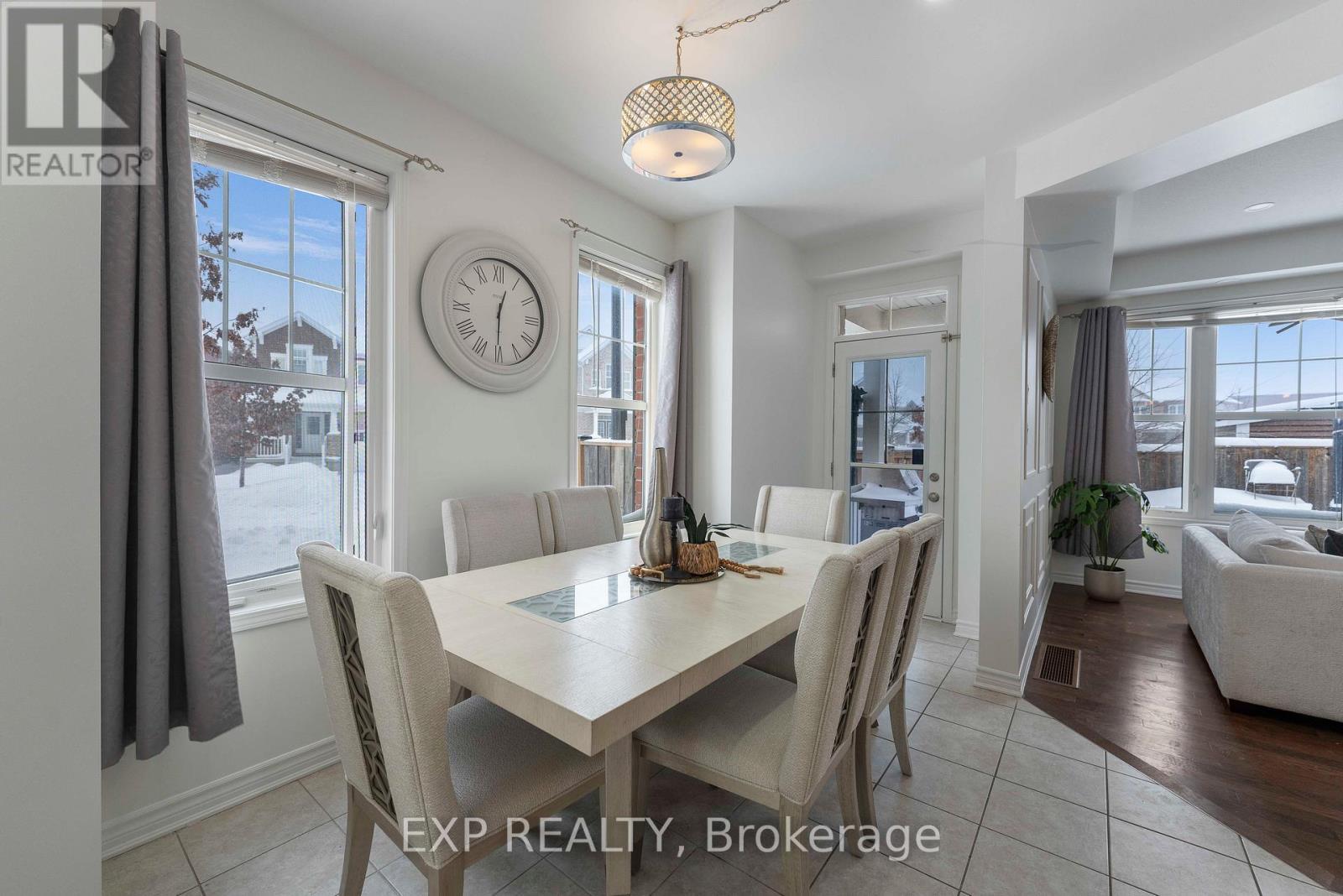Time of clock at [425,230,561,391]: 12:30
